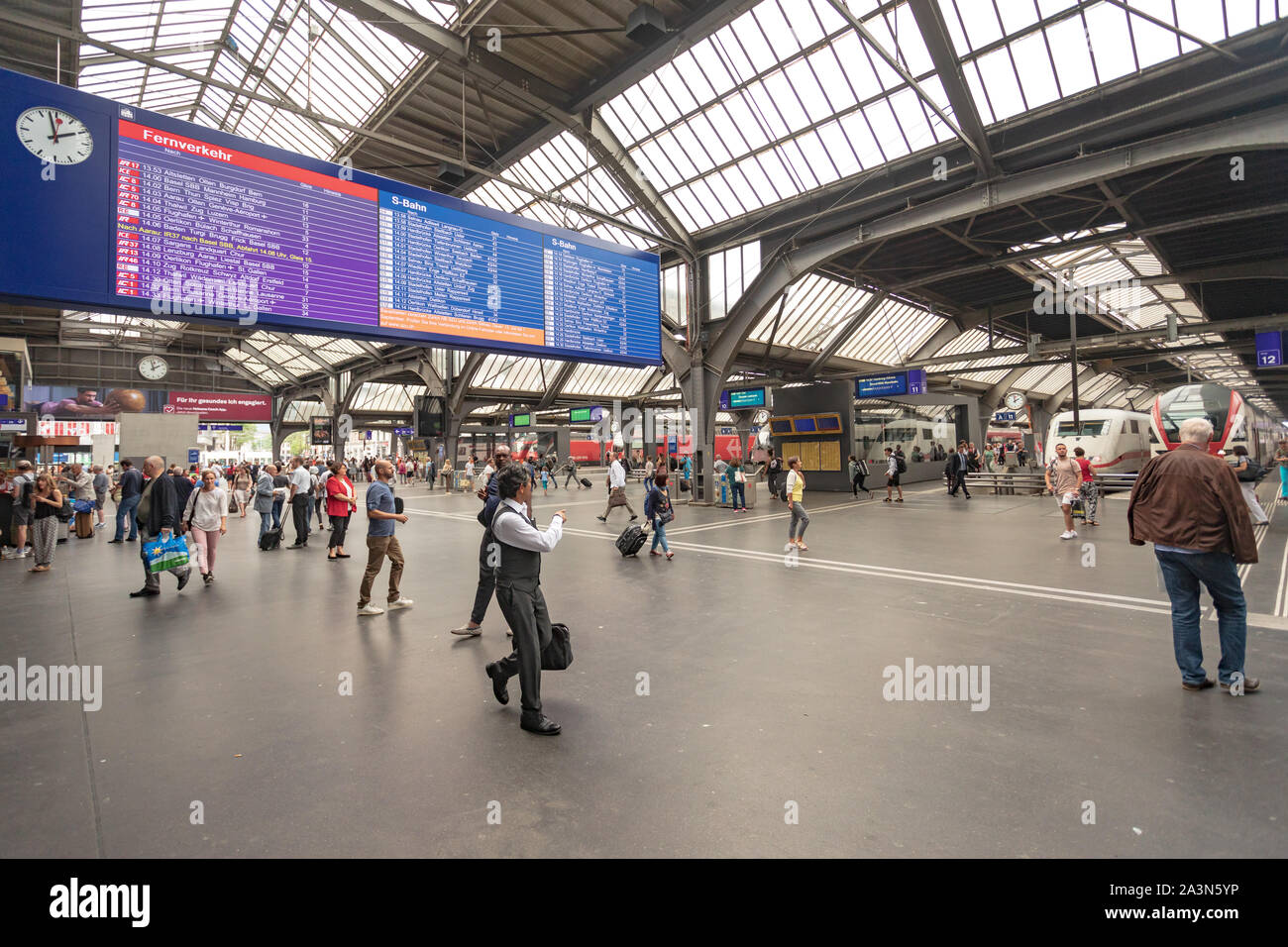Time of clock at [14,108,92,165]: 1:57
